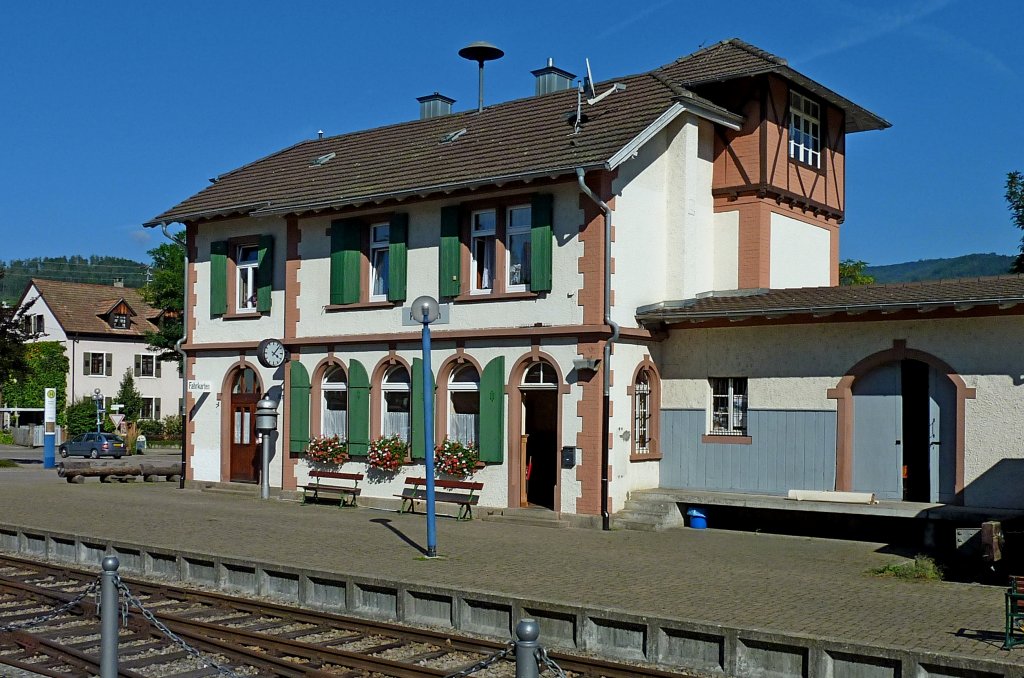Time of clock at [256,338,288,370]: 4:07
